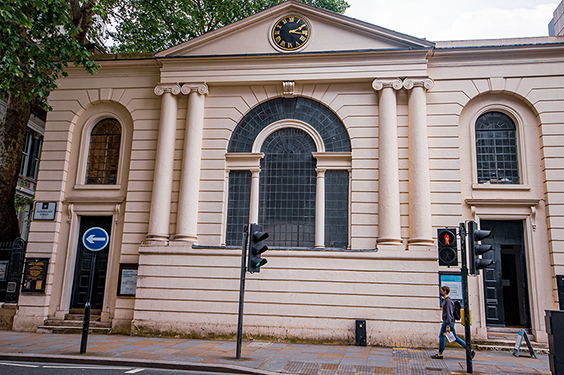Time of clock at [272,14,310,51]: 2:16
